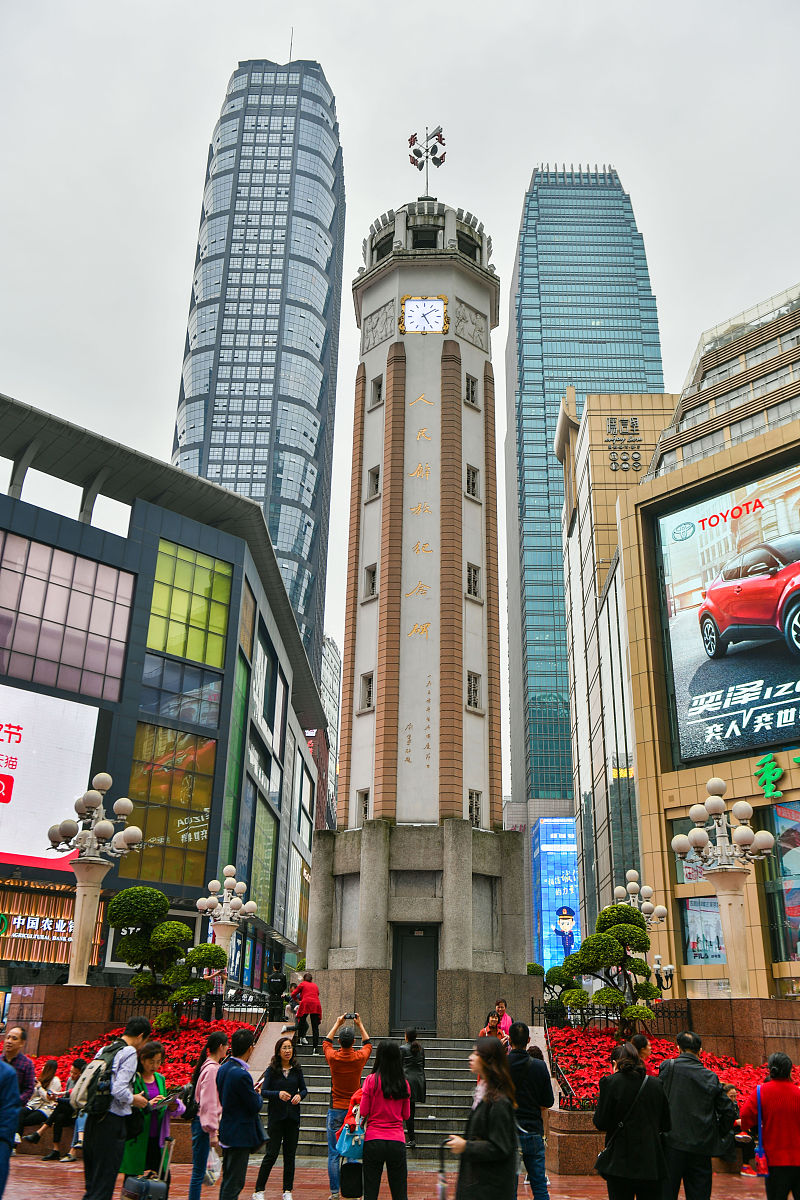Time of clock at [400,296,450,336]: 5:08
